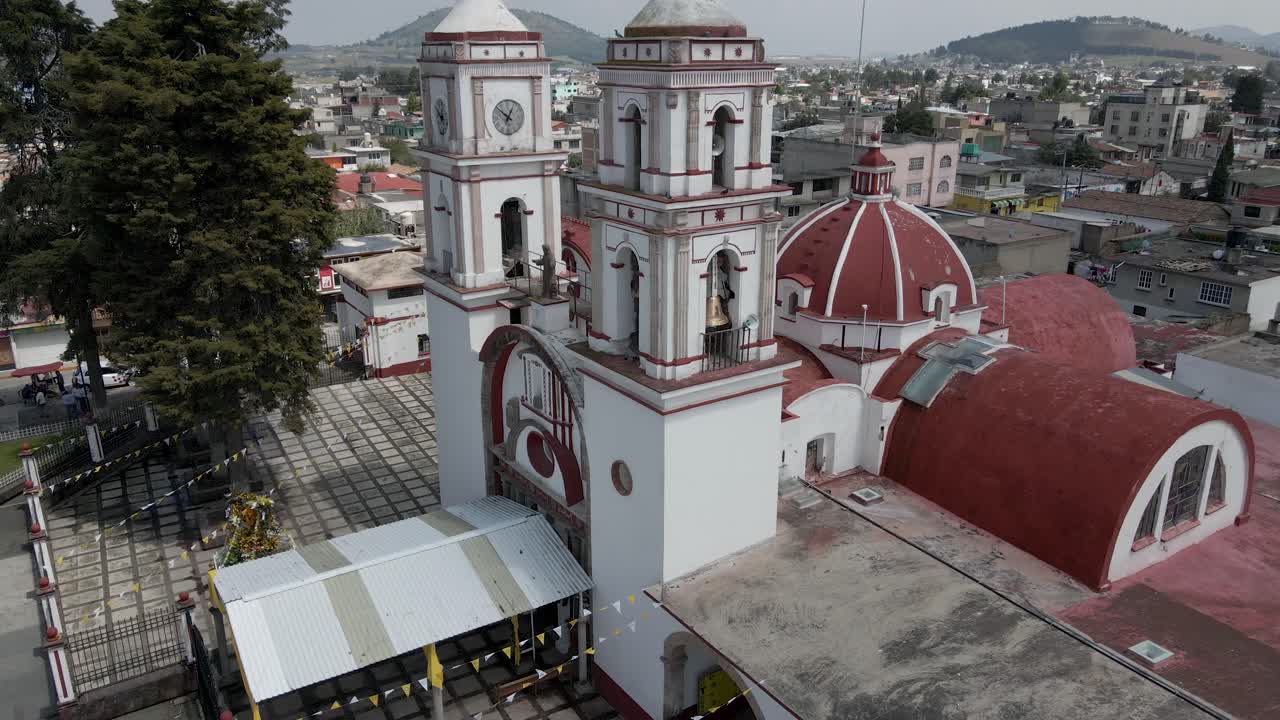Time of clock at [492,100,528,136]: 12:52
